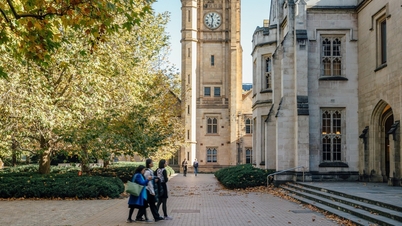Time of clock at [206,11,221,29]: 11:32
